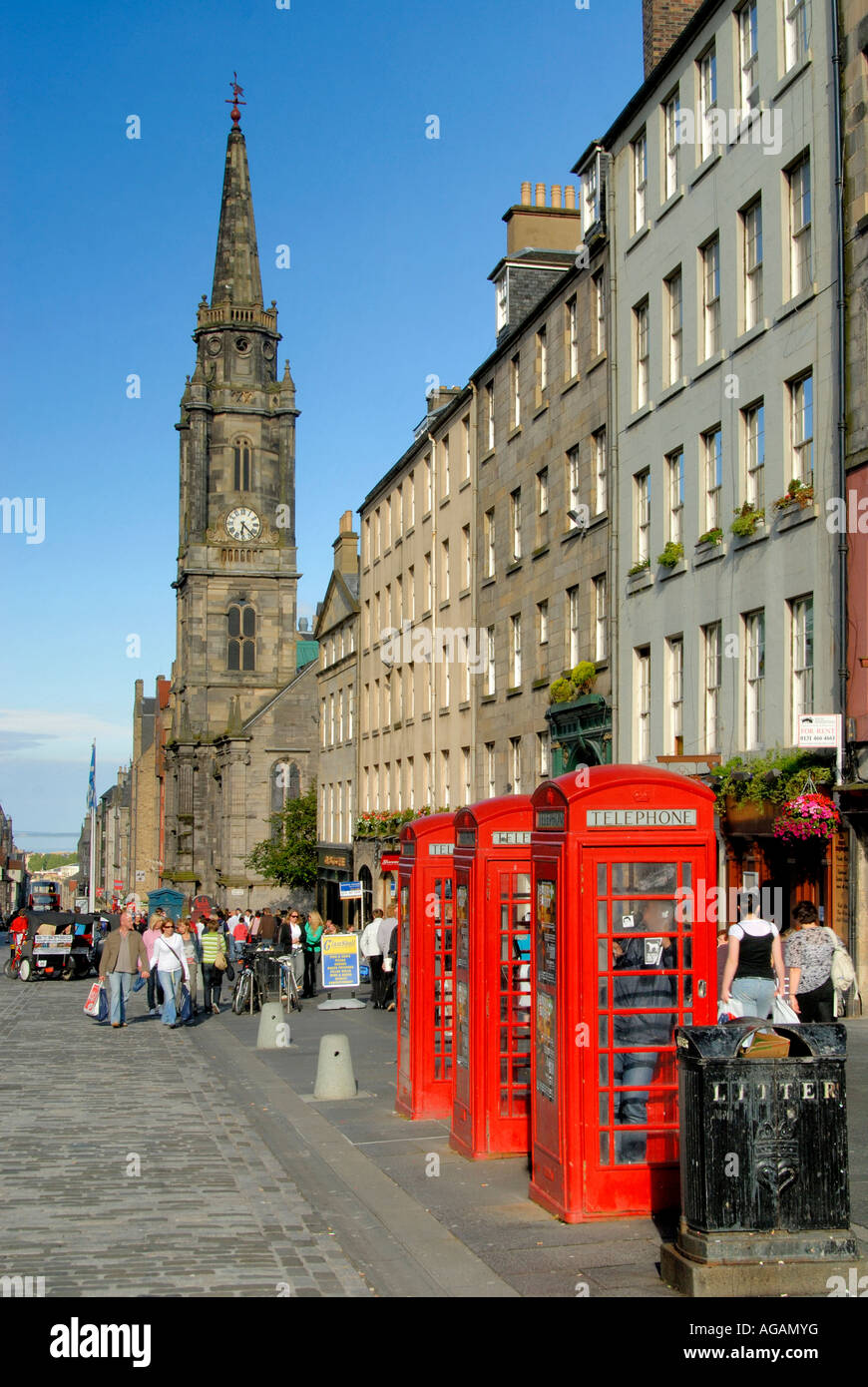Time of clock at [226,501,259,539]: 6:22
